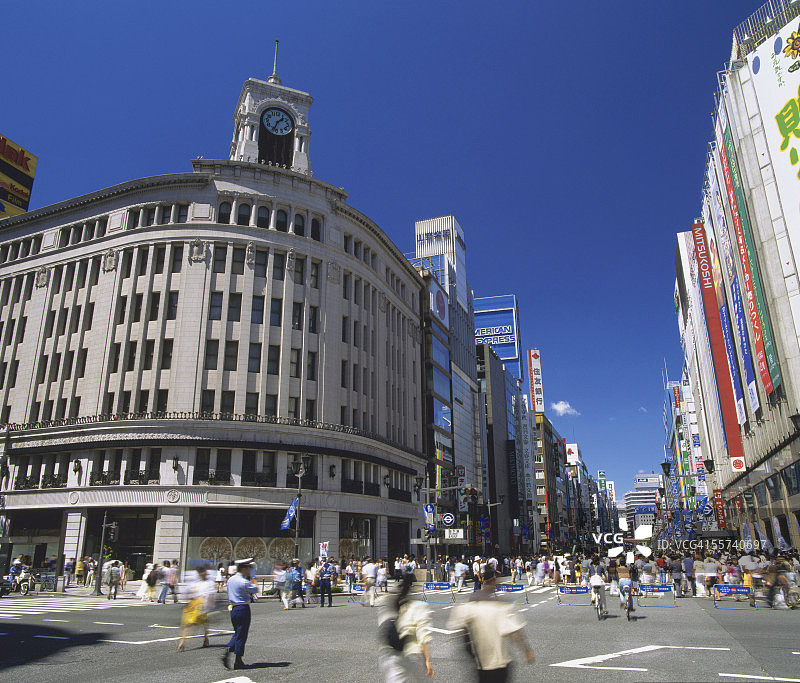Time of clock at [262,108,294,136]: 1:33
